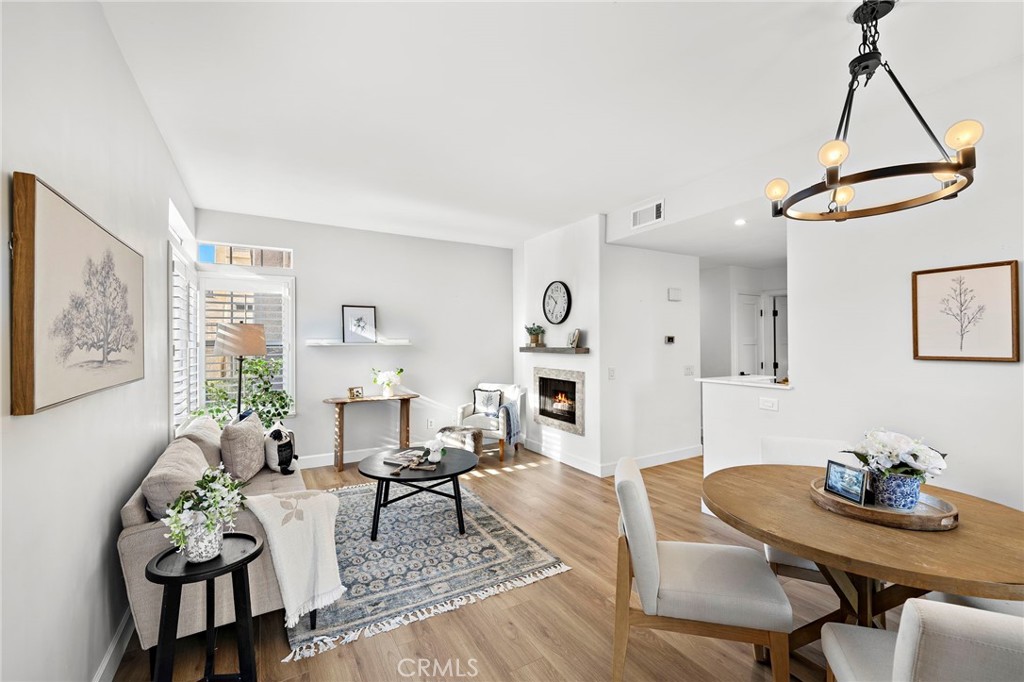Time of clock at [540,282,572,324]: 10:35
